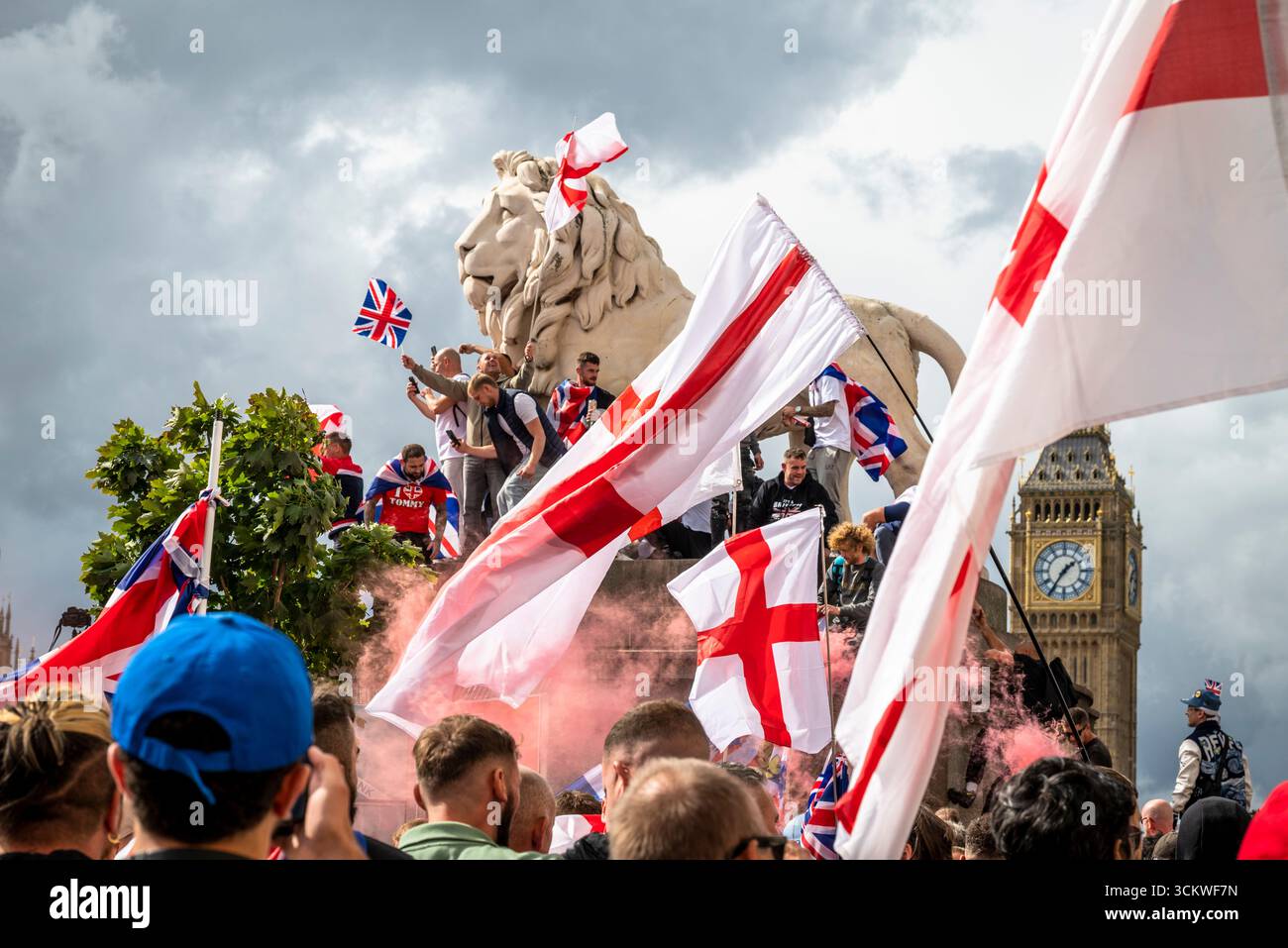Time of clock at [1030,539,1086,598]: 1:35
